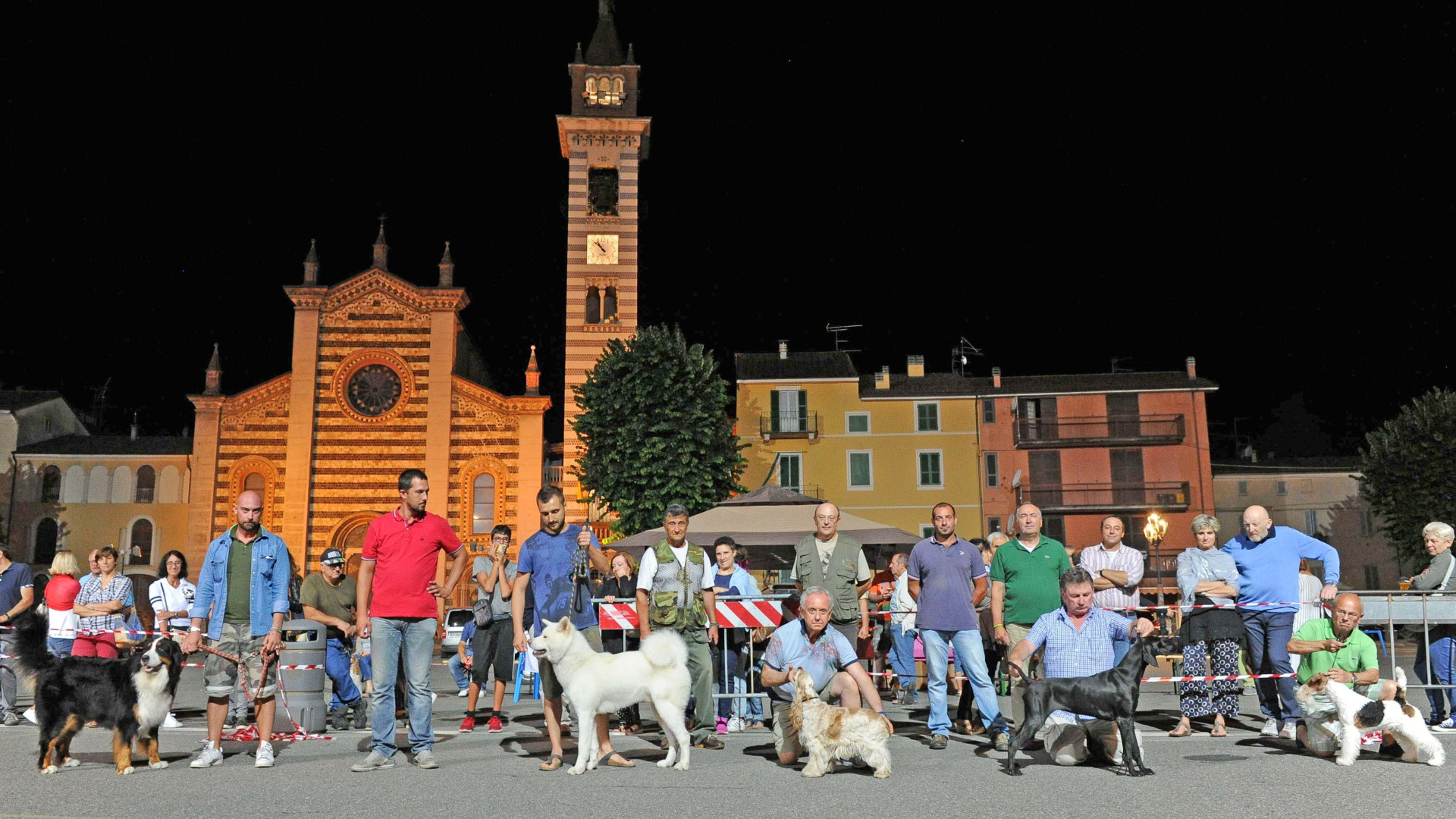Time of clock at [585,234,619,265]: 10:52
